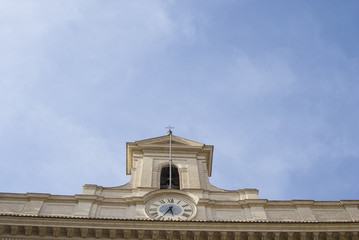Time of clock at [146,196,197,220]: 5:34
